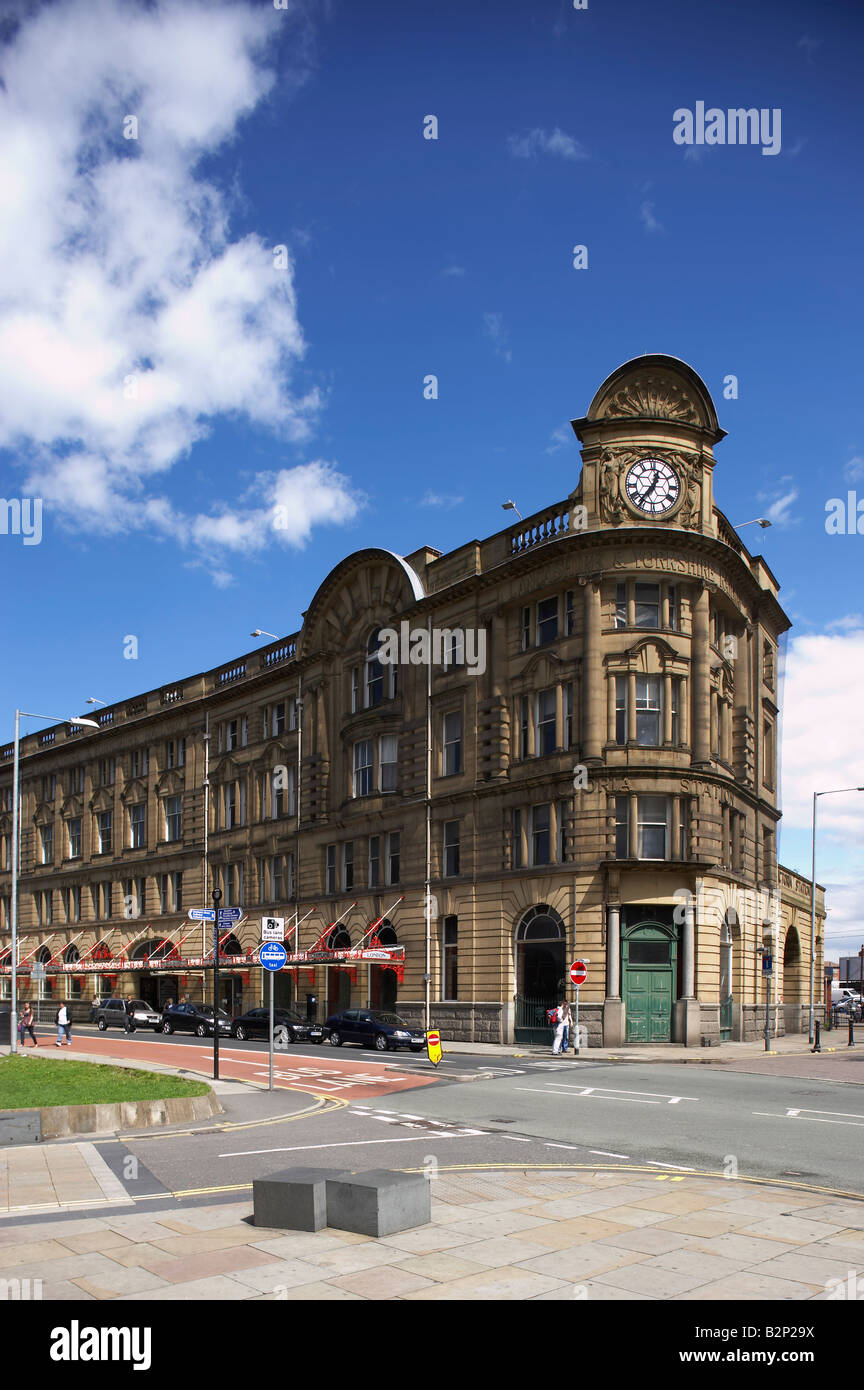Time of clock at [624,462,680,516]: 12:36
